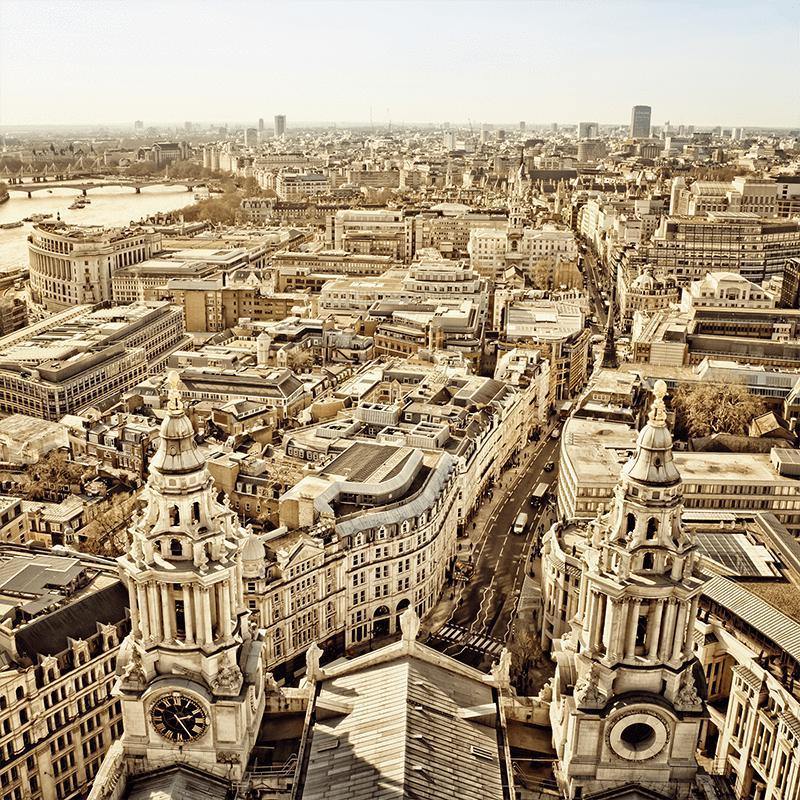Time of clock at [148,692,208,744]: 2:24
